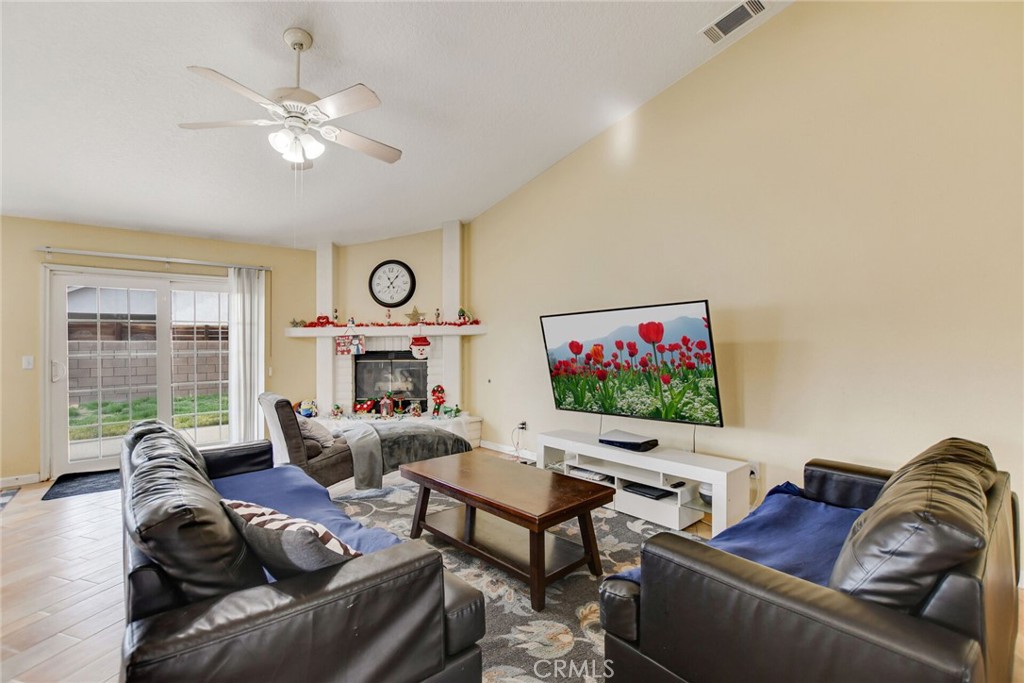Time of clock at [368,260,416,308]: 11:06
